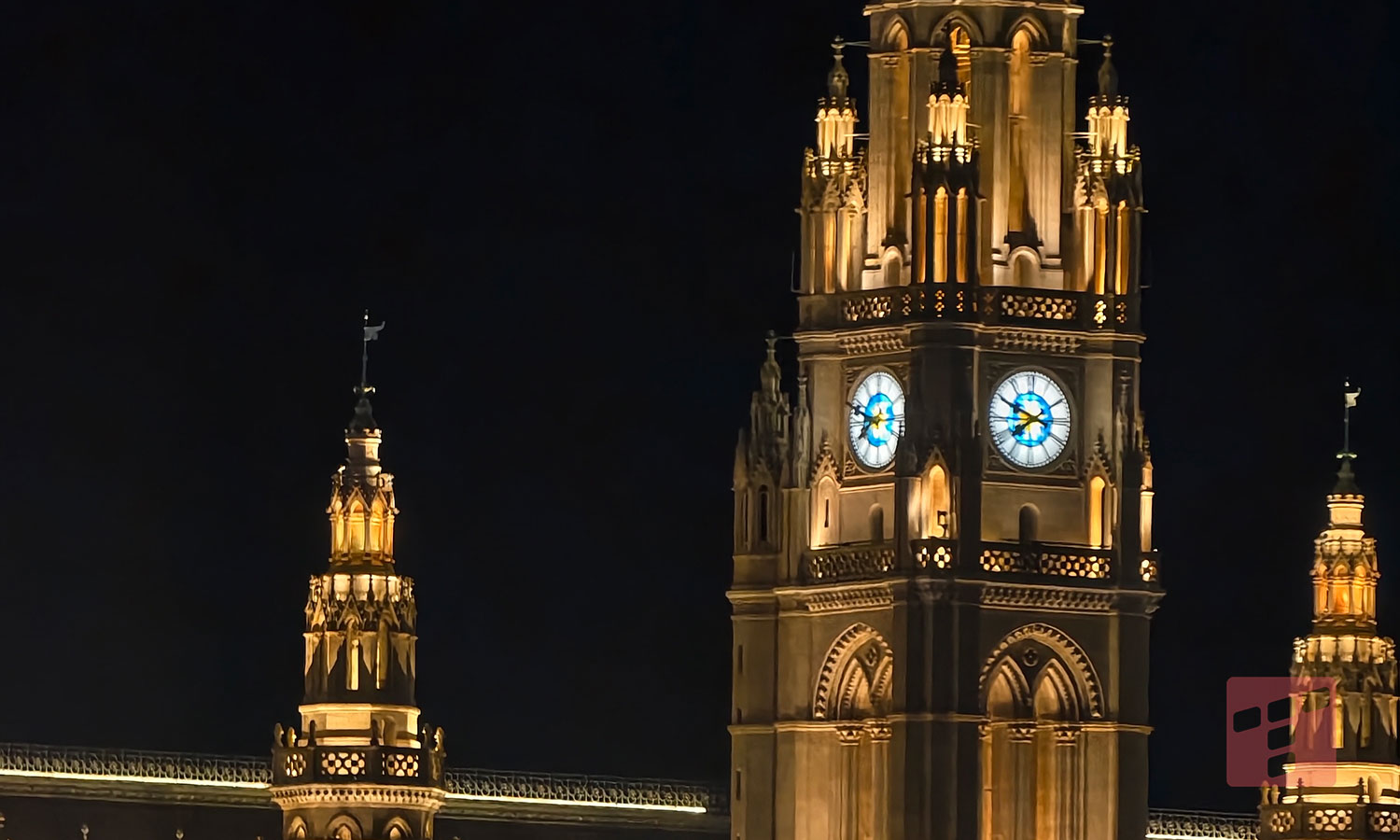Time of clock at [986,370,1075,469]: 7:49
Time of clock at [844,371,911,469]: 7:48
